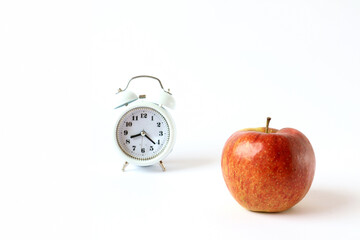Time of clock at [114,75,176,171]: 8:21
